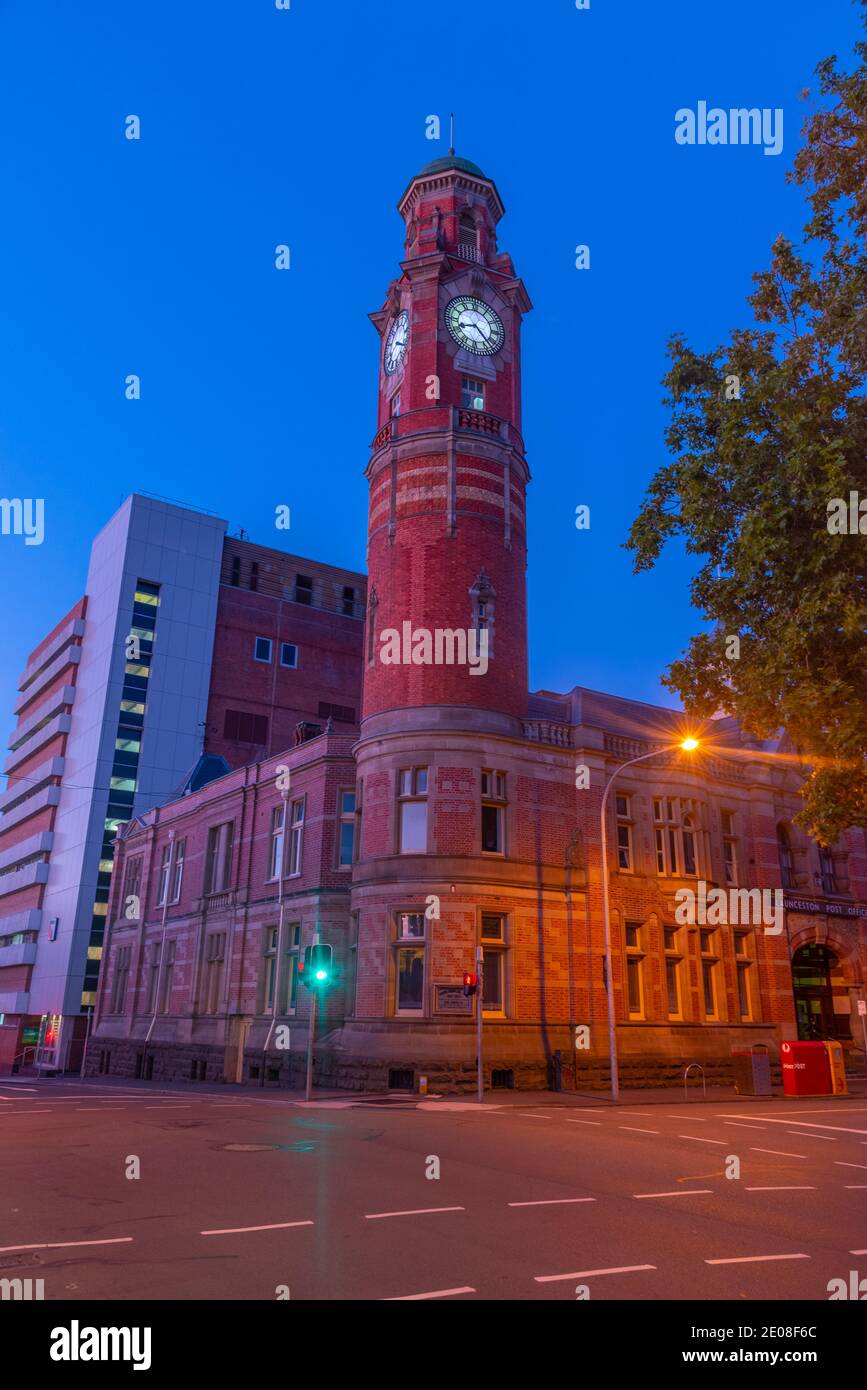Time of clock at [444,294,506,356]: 8:23
